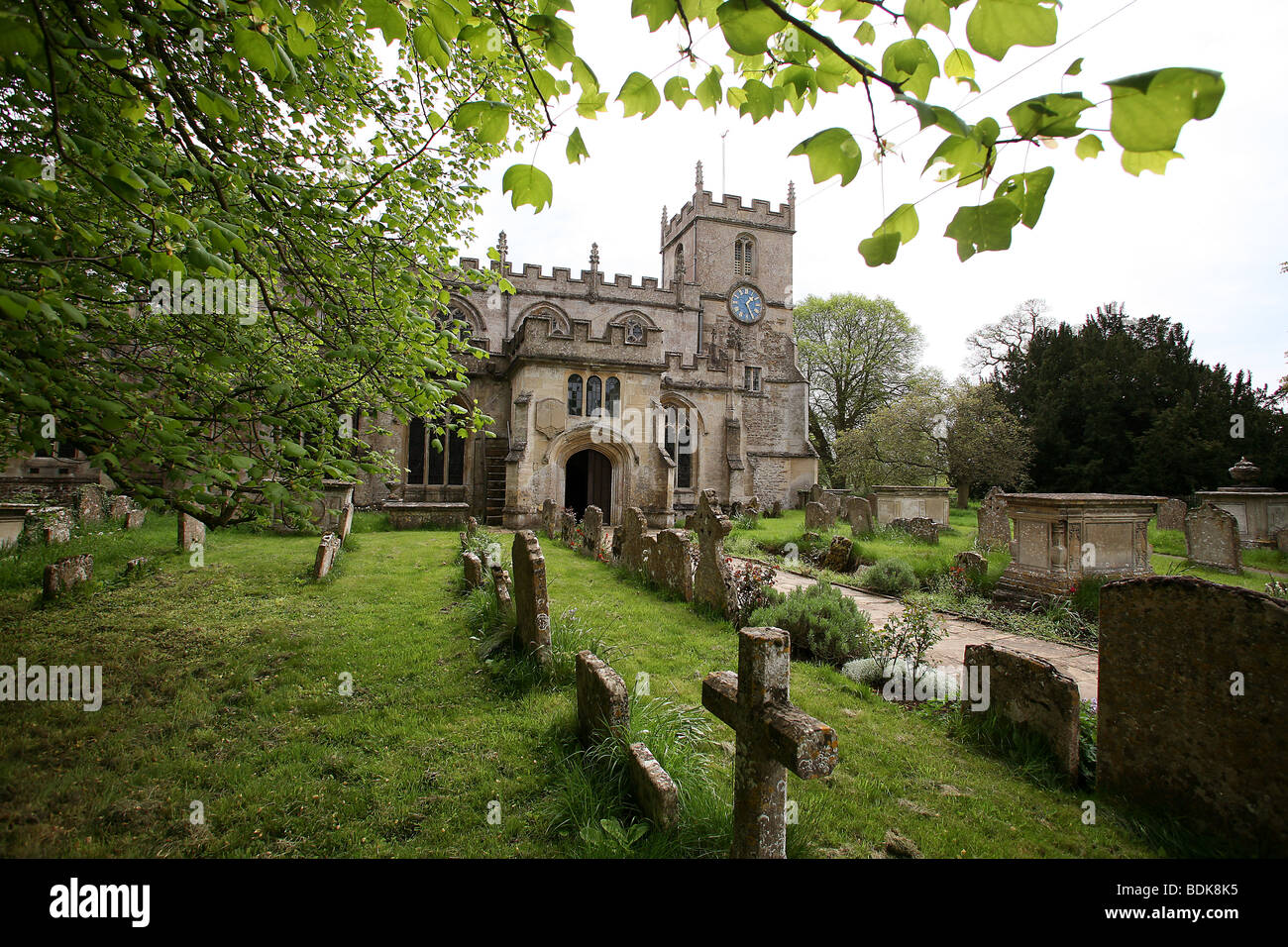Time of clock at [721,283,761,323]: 1:26
